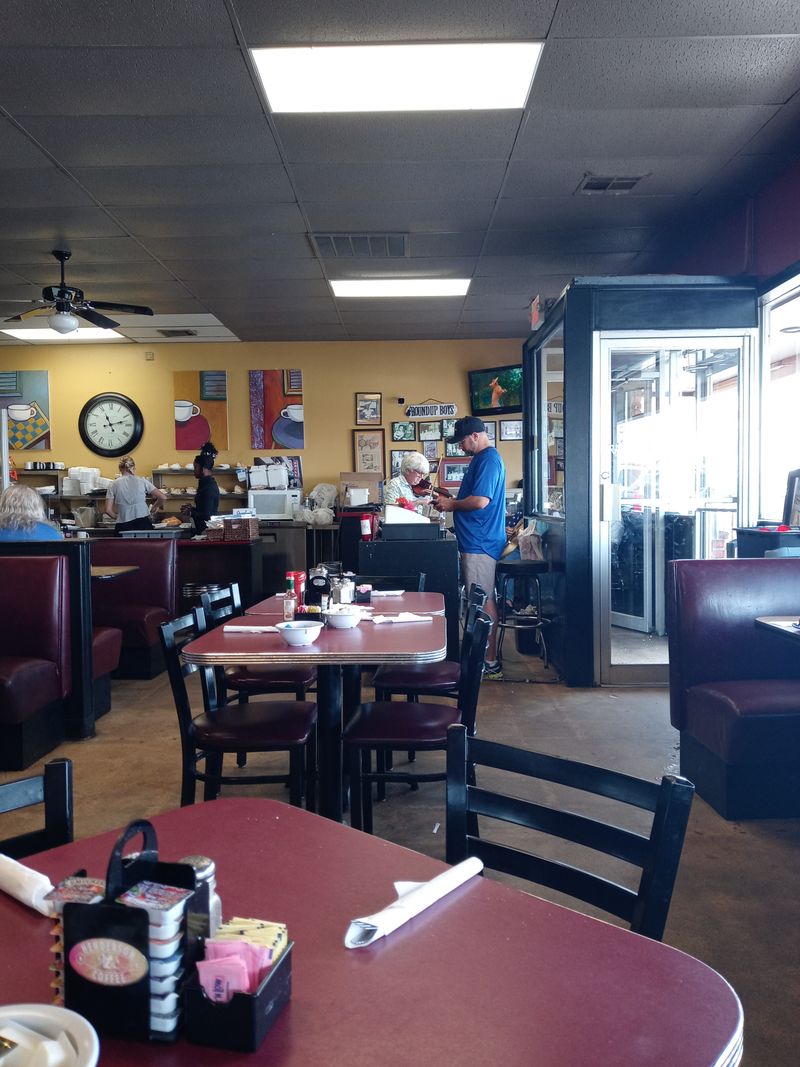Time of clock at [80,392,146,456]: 11:12
